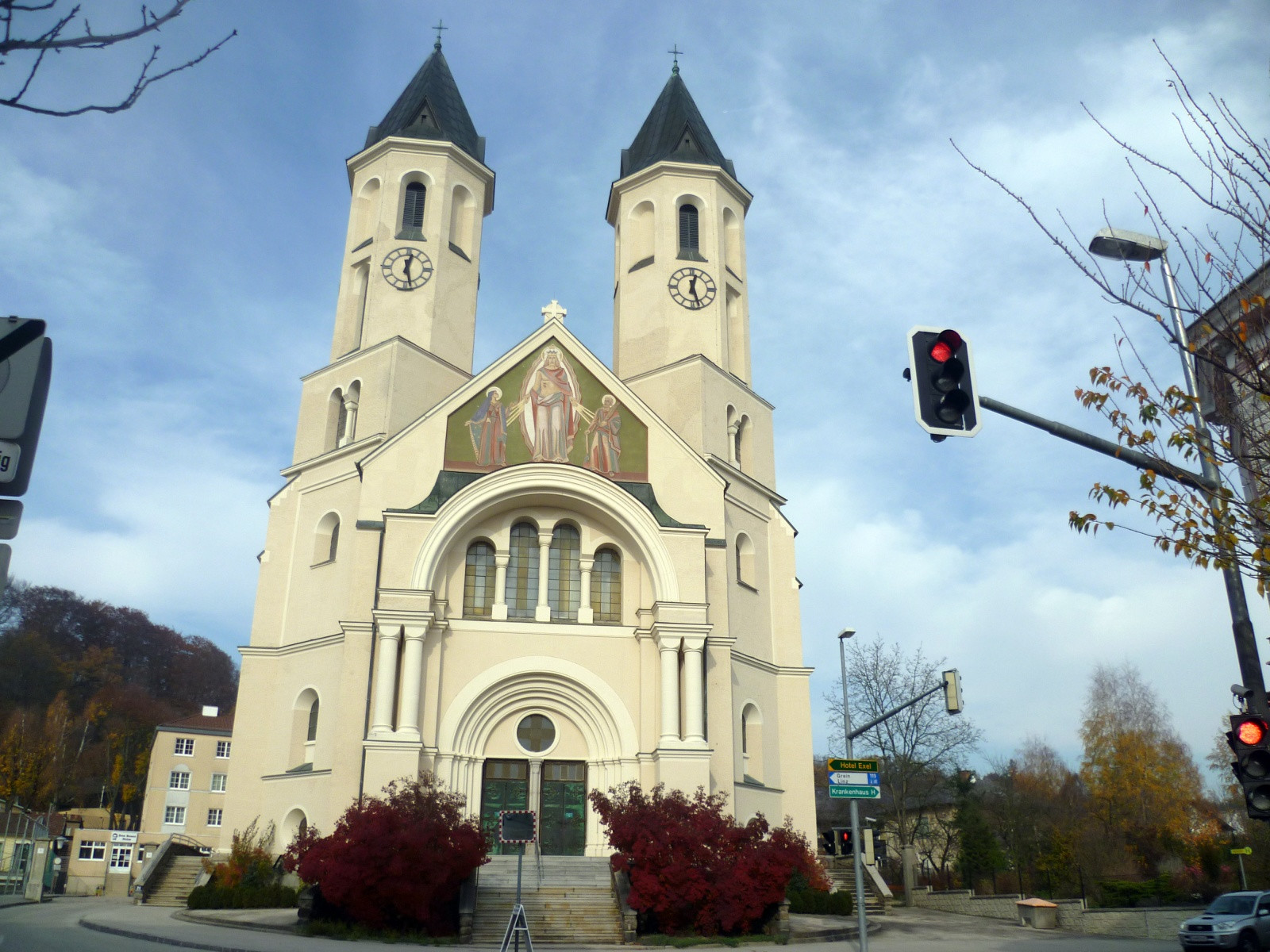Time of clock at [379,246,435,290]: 12:27
